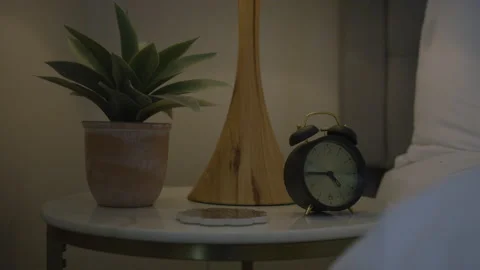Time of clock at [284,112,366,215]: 4:45
